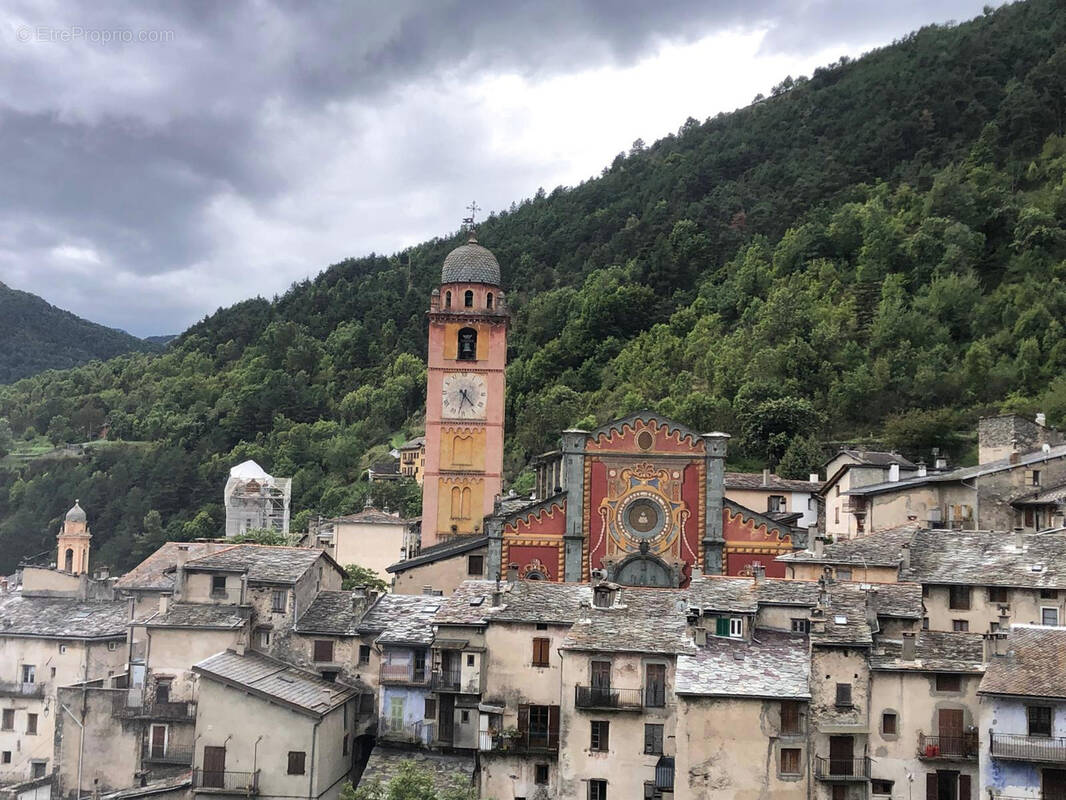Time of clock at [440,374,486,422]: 4:32
